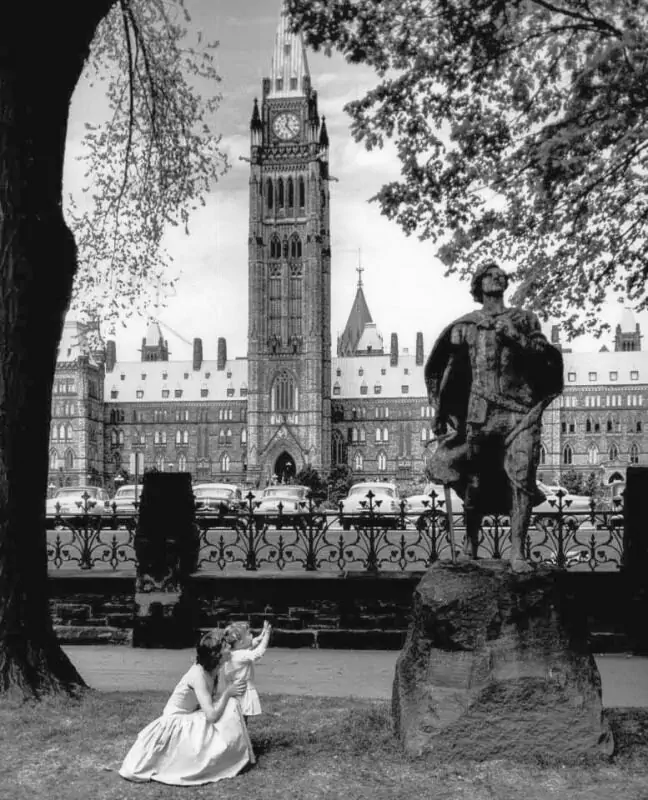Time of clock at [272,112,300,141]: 12:23
